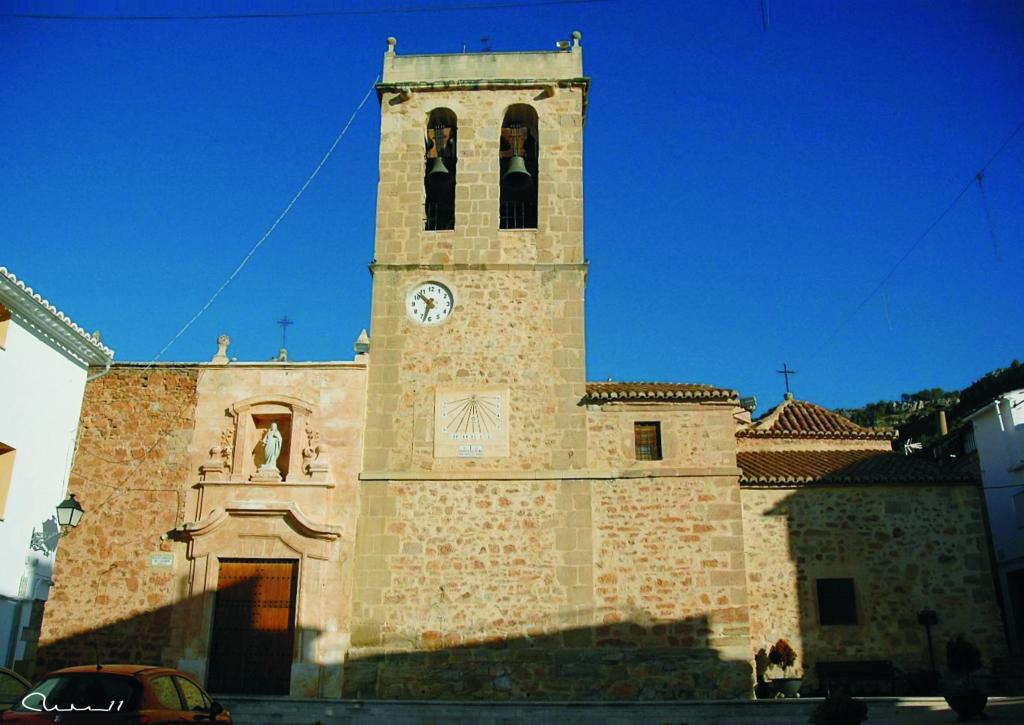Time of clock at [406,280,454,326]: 10:32
